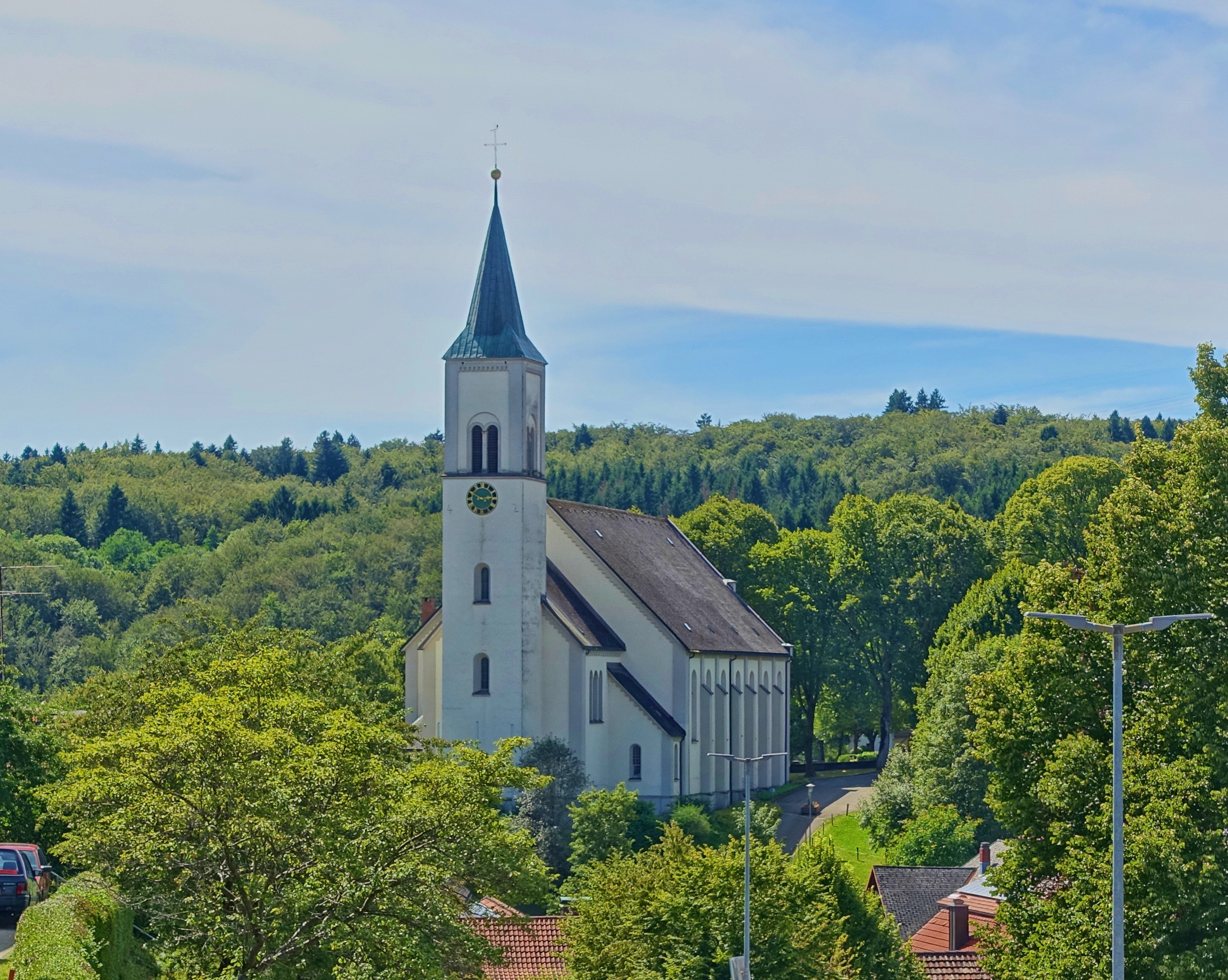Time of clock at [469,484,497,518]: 2:49
